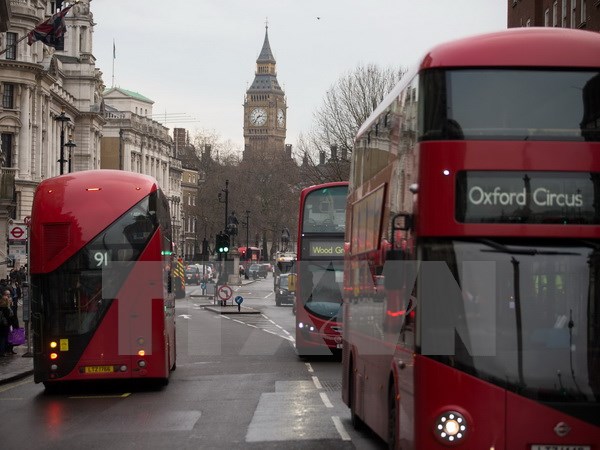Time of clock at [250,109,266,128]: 2:36
